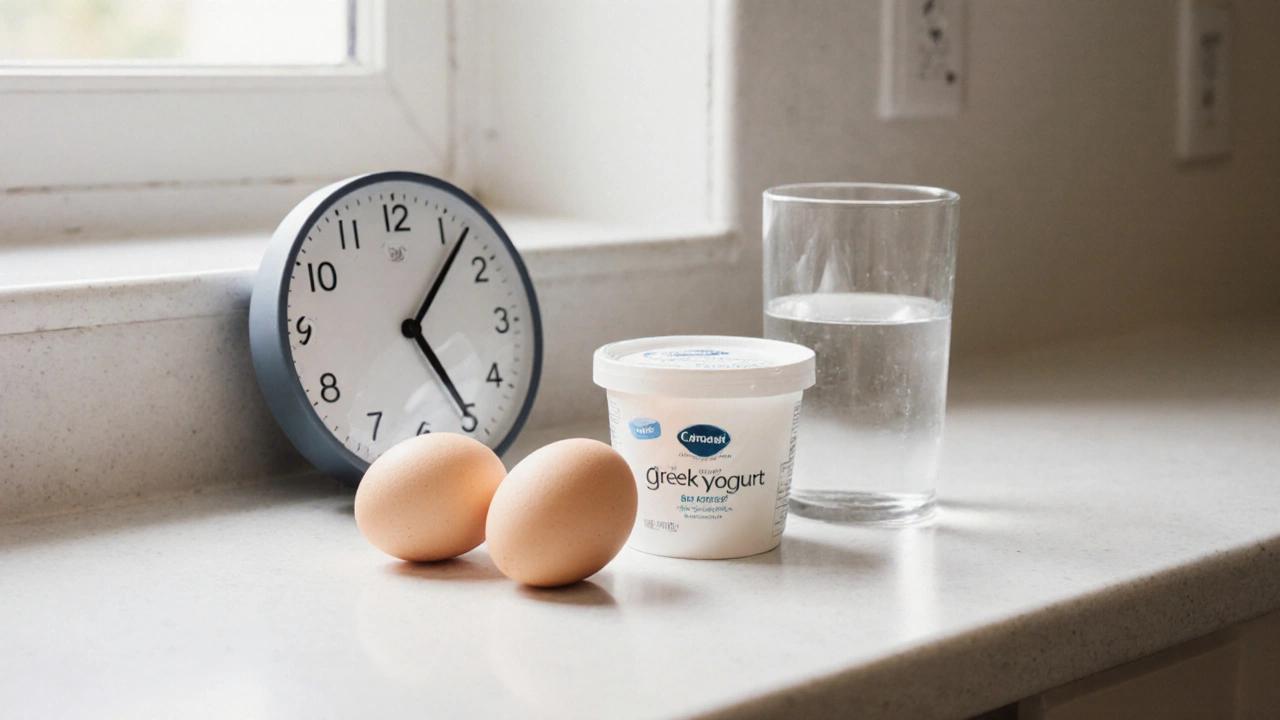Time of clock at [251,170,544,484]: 5:06
